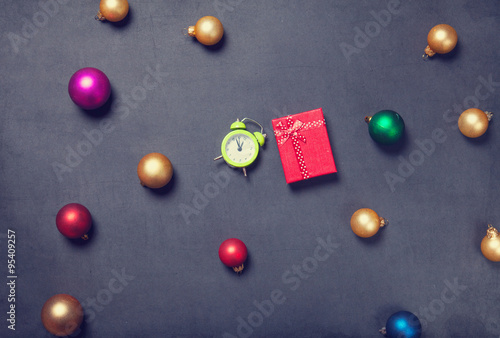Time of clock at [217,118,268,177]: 12:57
